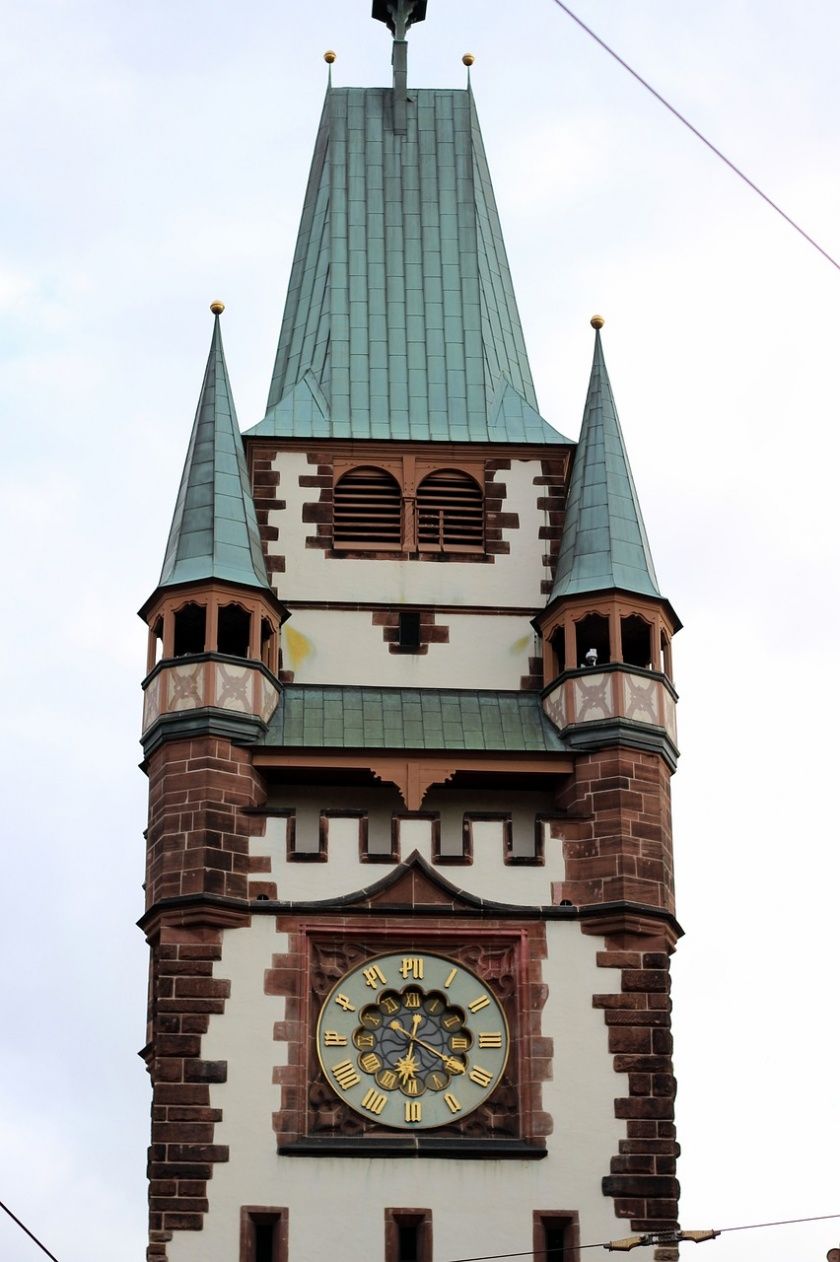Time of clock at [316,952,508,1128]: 6:20
